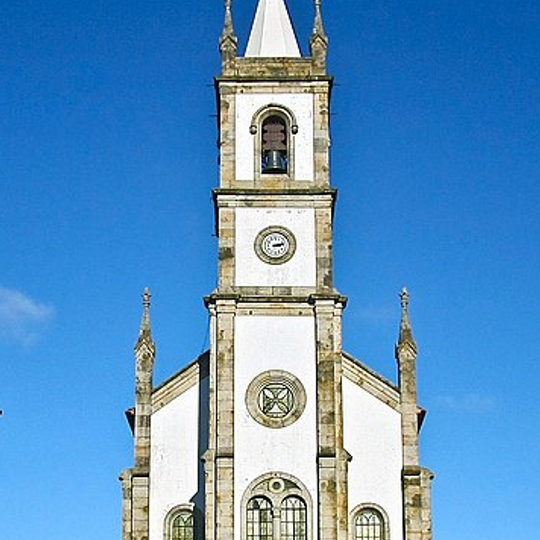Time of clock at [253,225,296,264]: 3:13
